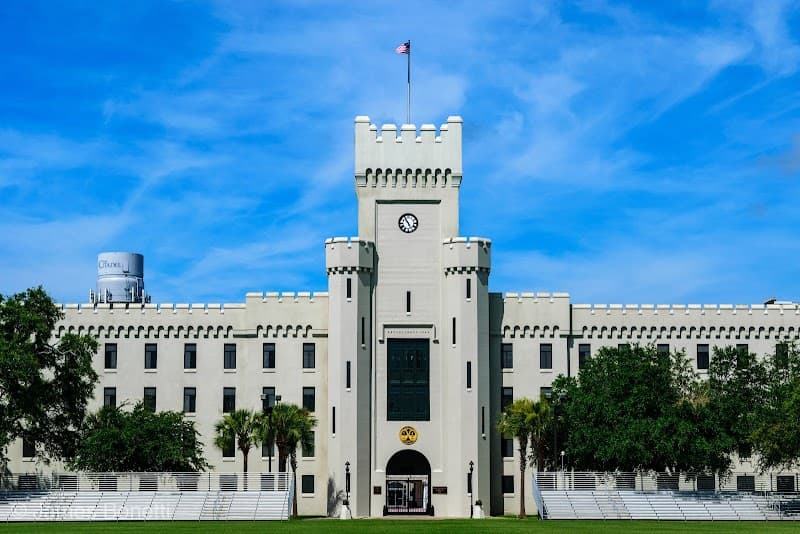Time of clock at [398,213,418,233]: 4:54
